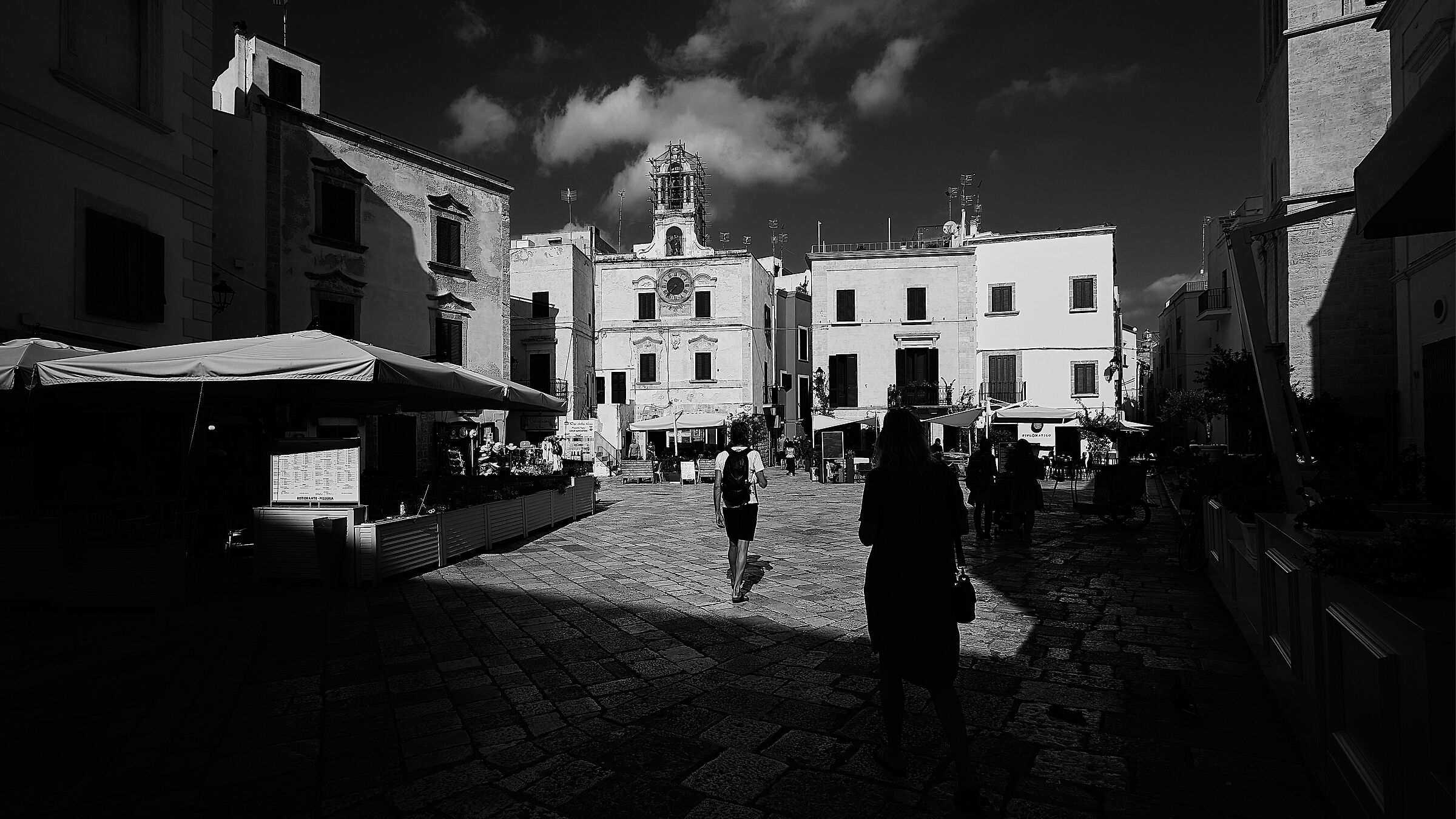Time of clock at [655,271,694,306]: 7:37
